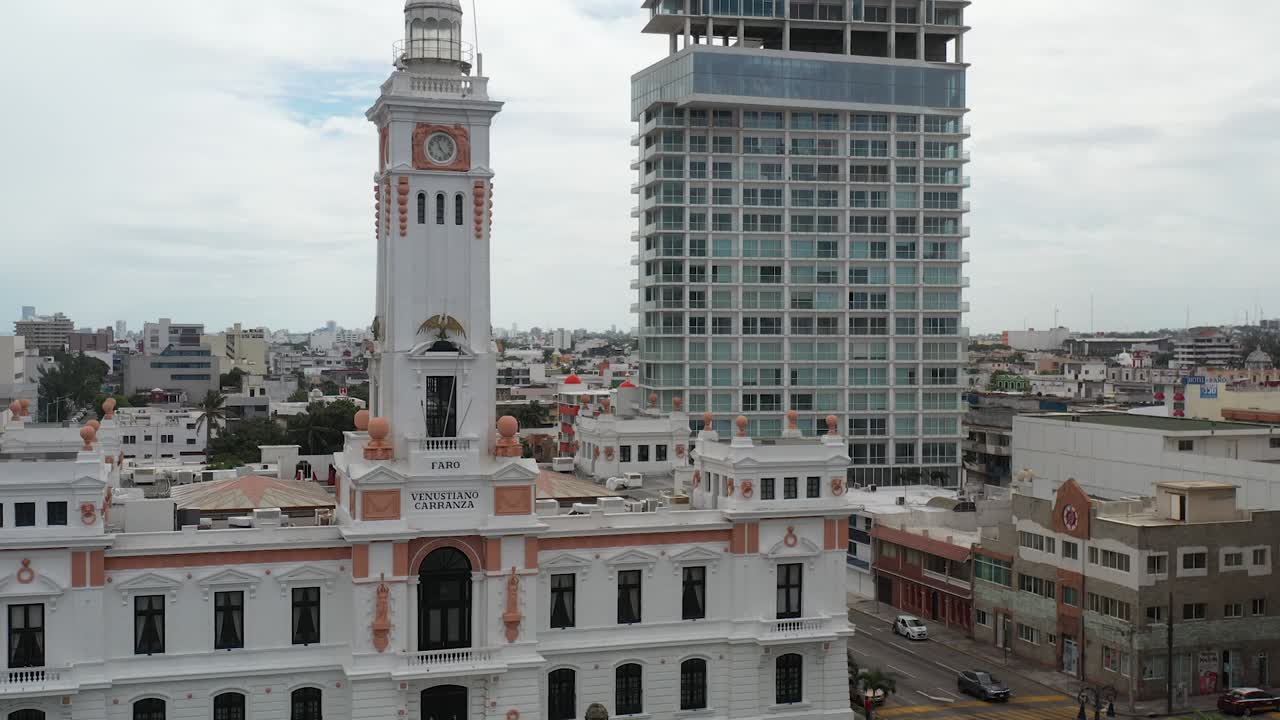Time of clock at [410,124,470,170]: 11:23
